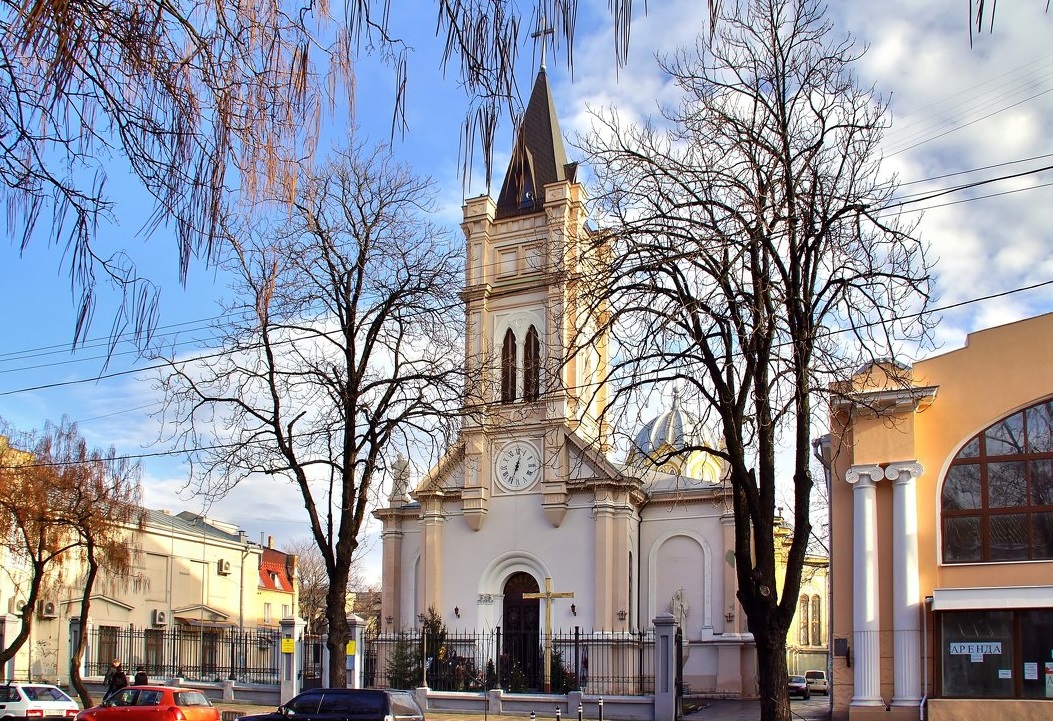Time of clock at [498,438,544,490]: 12:33
